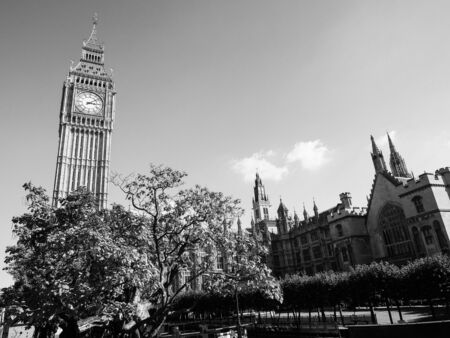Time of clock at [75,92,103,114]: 3:09
